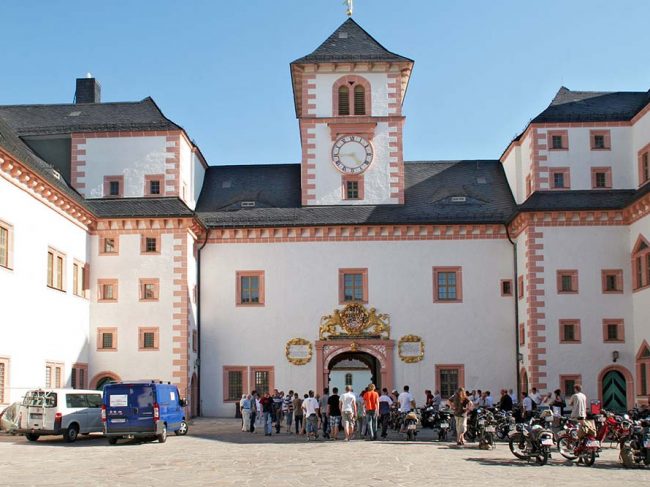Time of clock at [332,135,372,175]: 4:44
